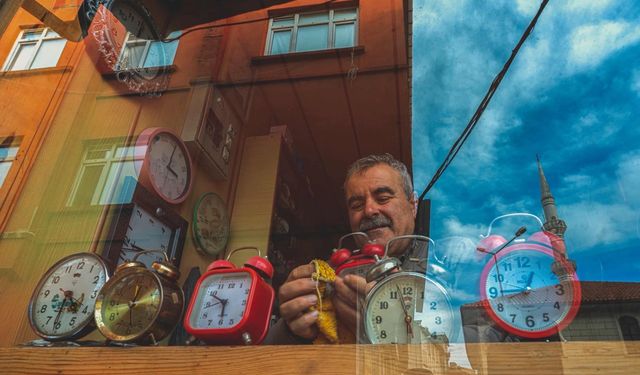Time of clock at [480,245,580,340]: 12:44
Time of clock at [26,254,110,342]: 4:31
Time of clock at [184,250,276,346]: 5:49
